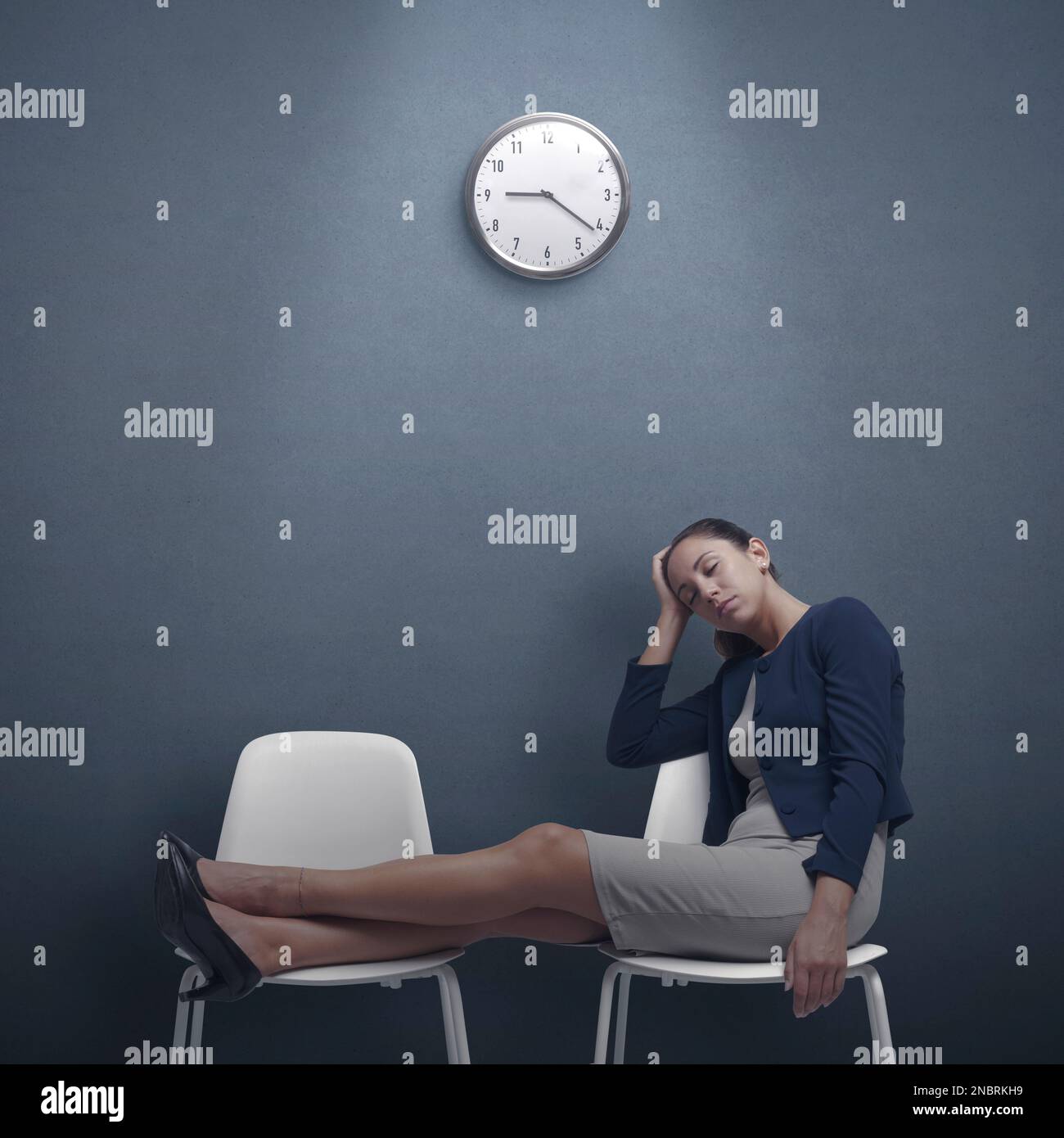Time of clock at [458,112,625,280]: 9:21
